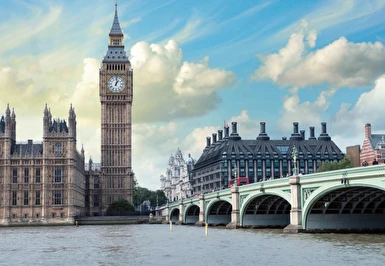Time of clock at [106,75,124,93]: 1:01
